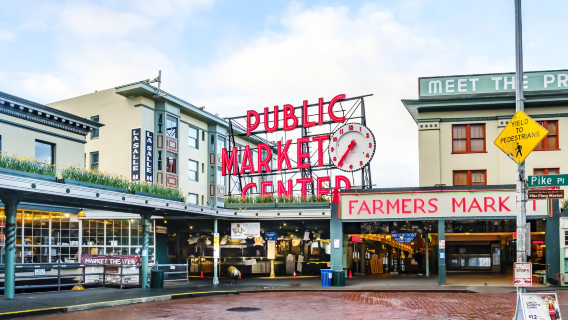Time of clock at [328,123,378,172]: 7:36
